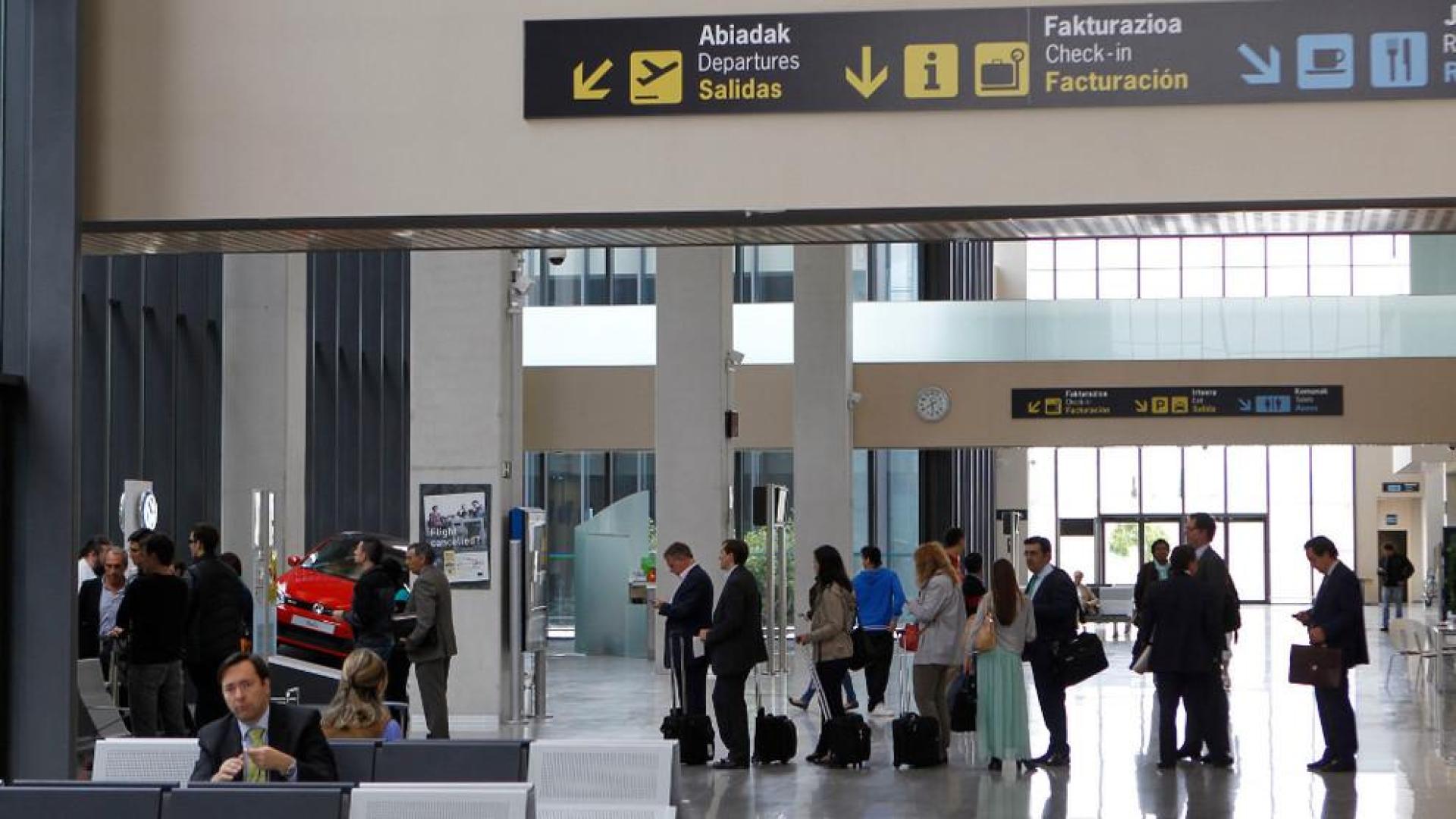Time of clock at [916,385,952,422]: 5:40
